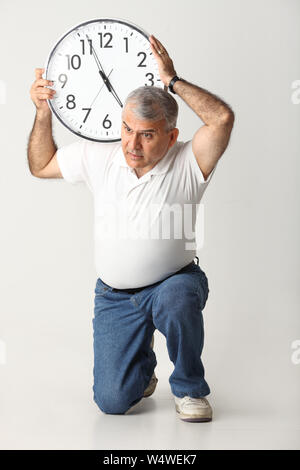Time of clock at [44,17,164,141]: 4:56
